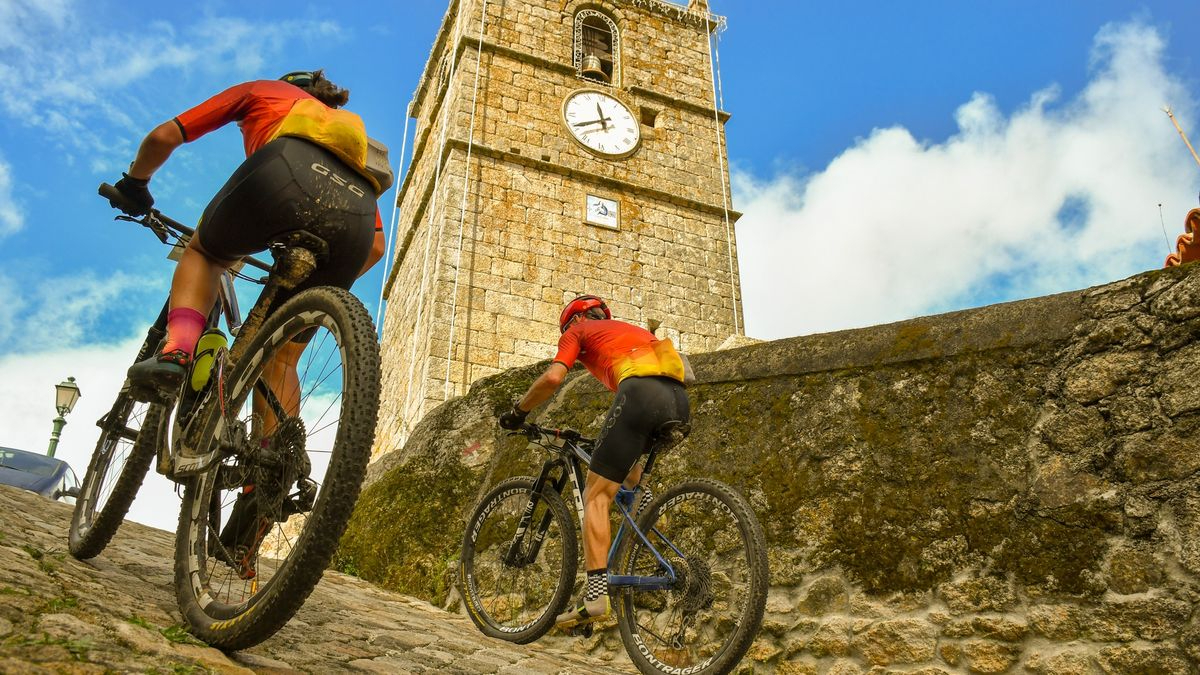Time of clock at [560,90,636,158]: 11:40
